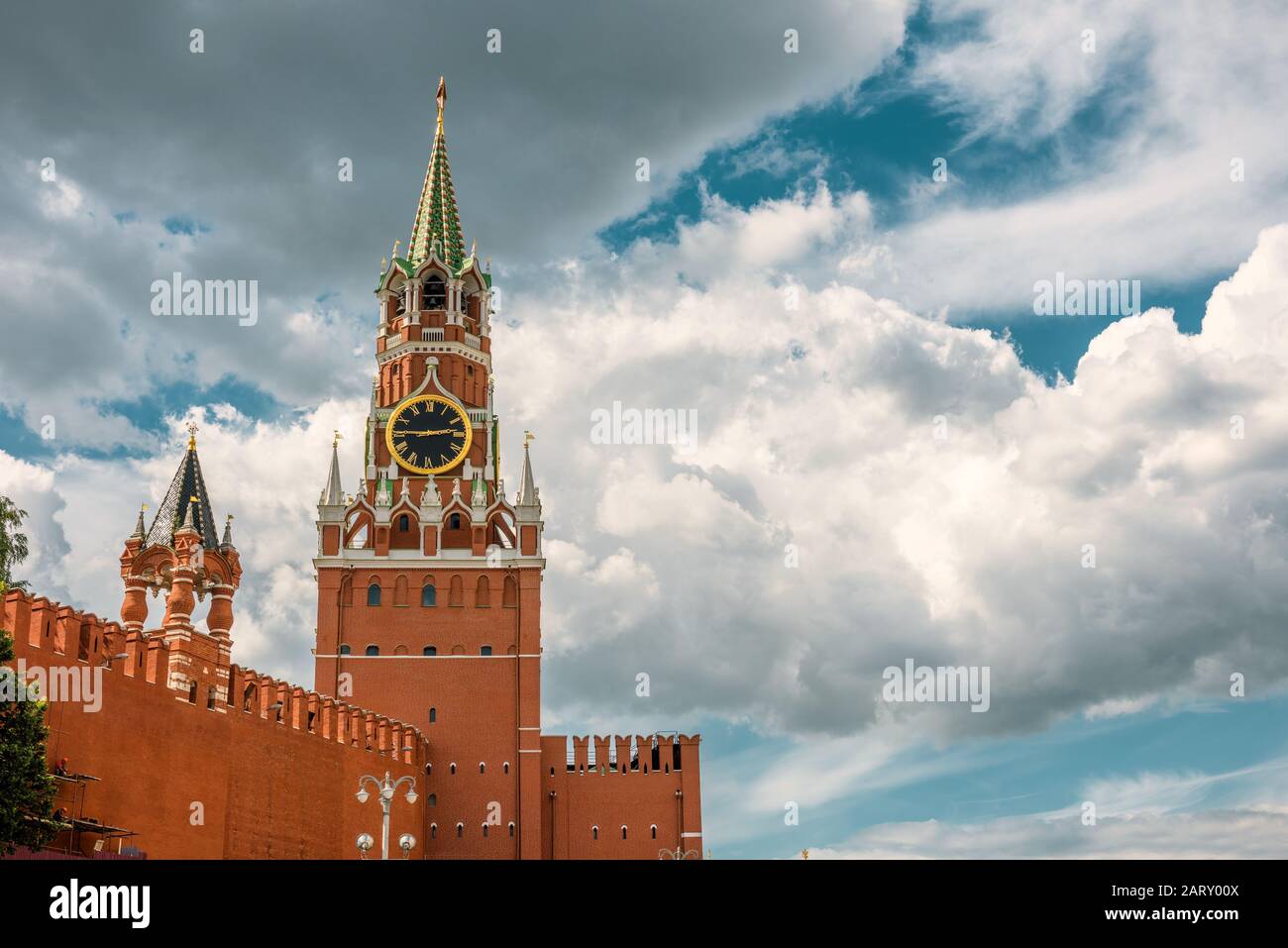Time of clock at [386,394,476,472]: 2:45
